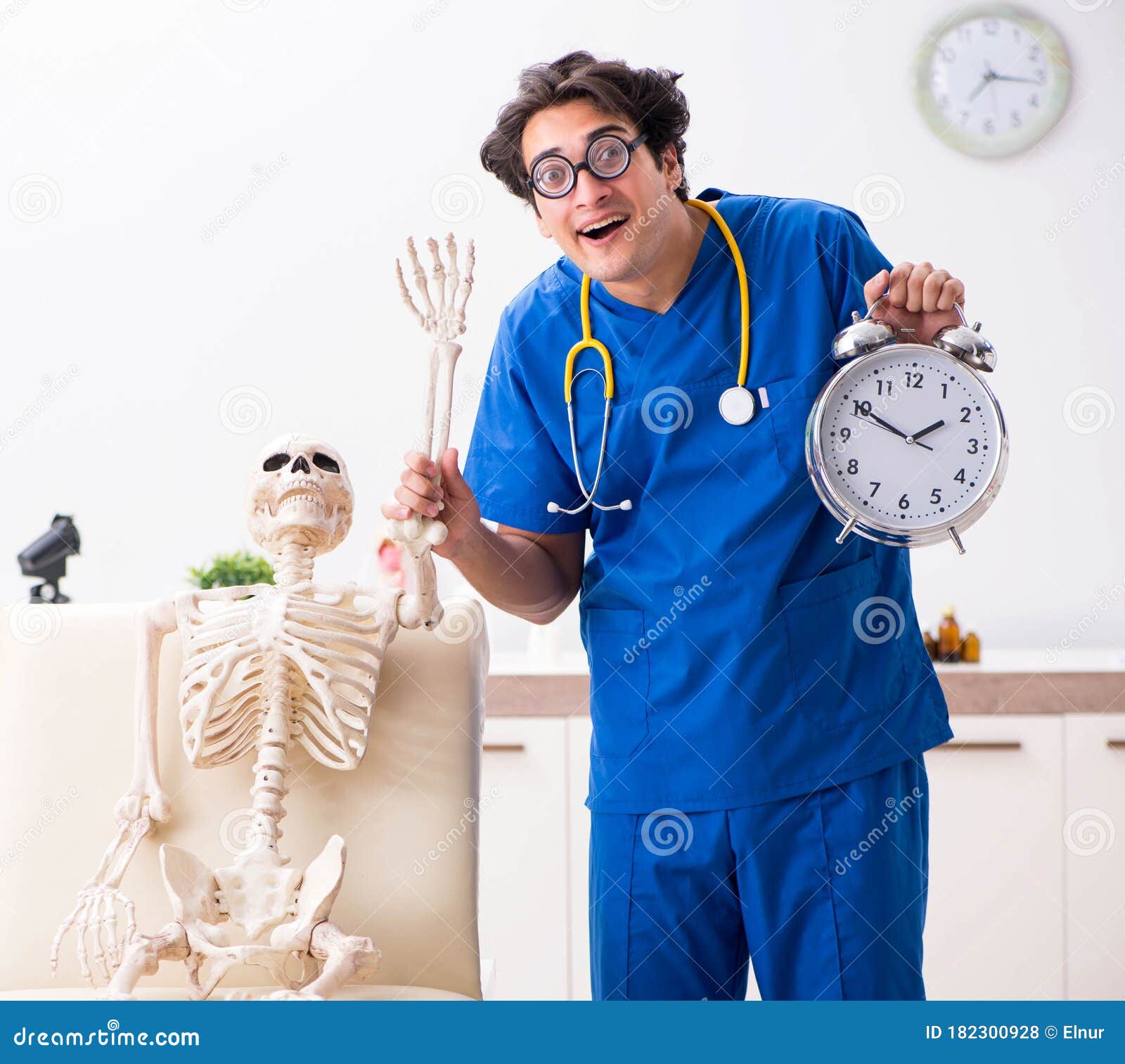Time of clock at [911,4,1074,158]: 7:16
